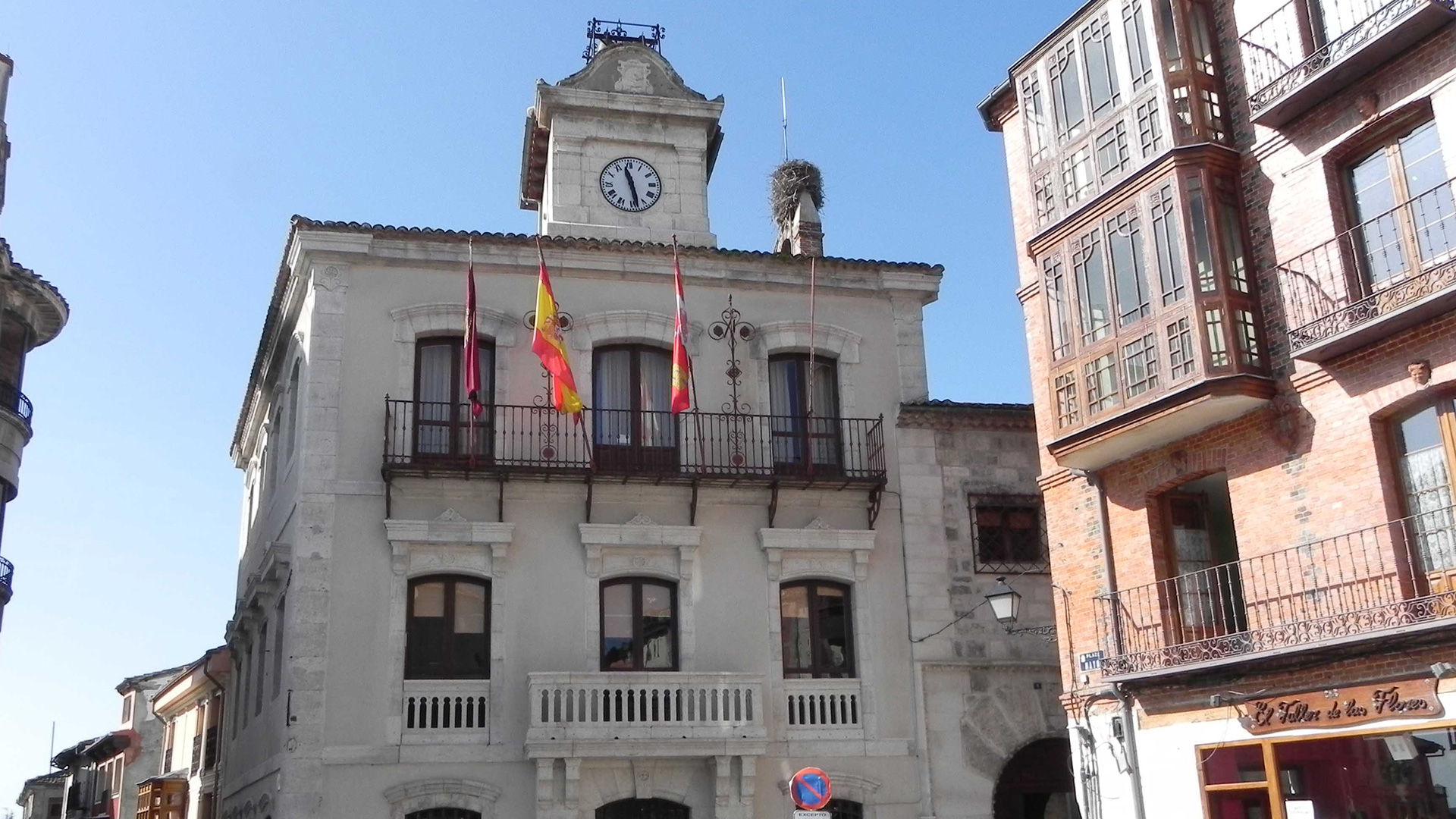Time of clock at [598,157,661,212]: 11:28
